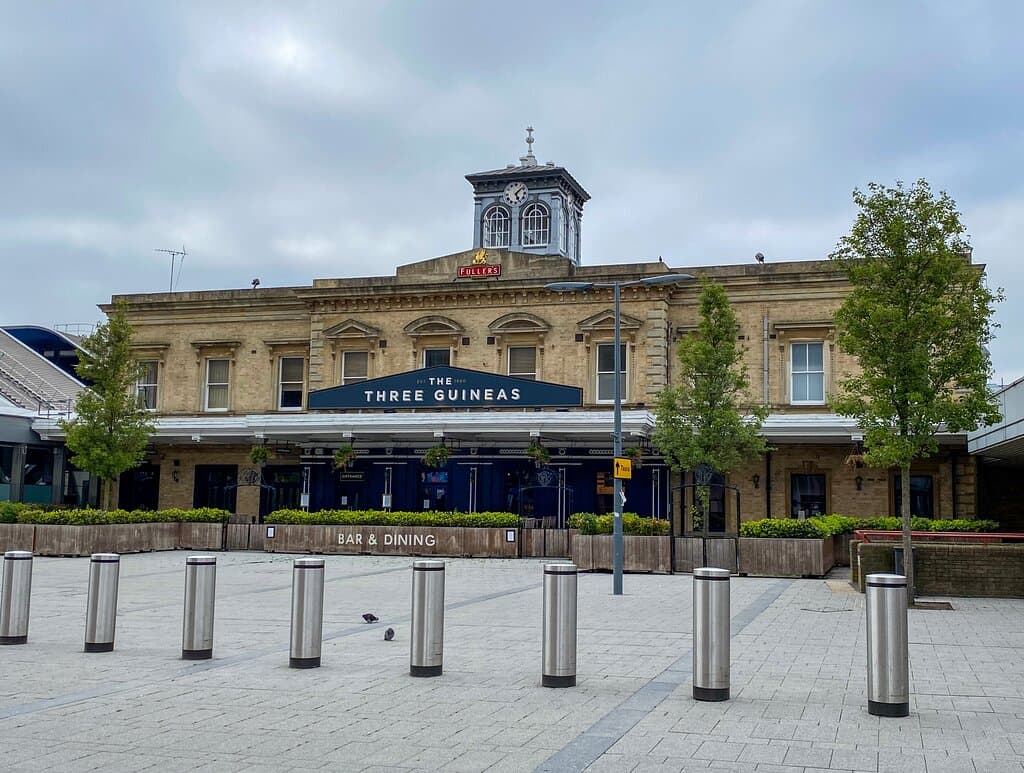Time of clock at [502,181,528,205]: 5:07
